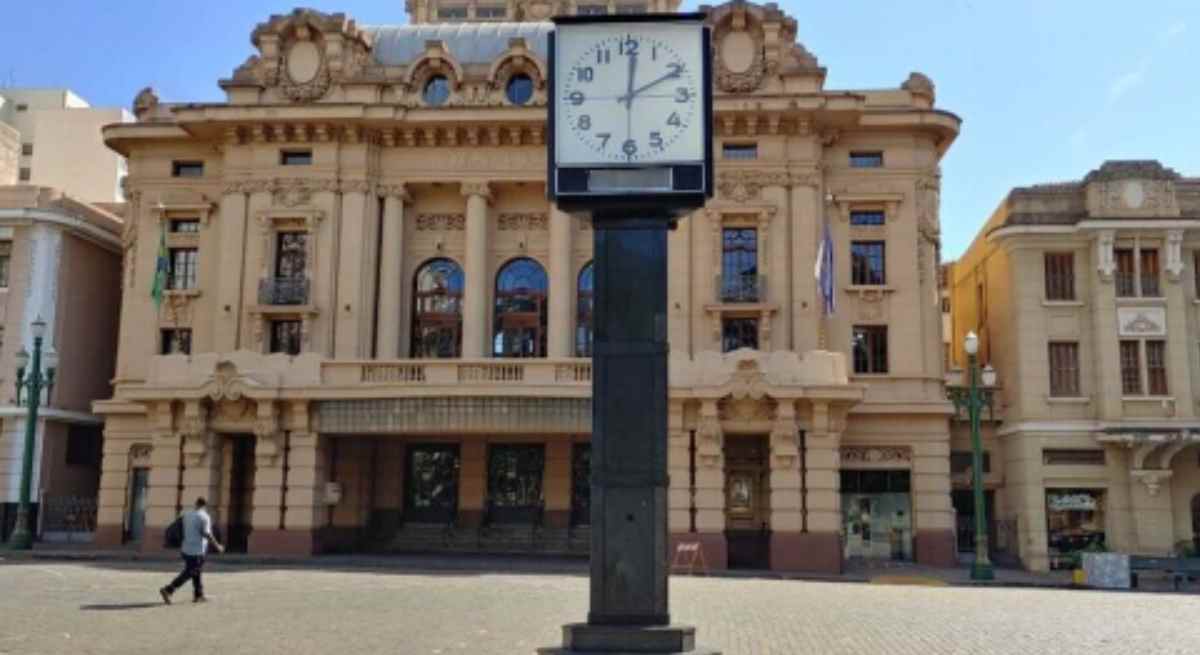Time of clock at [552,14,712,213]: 12:10
